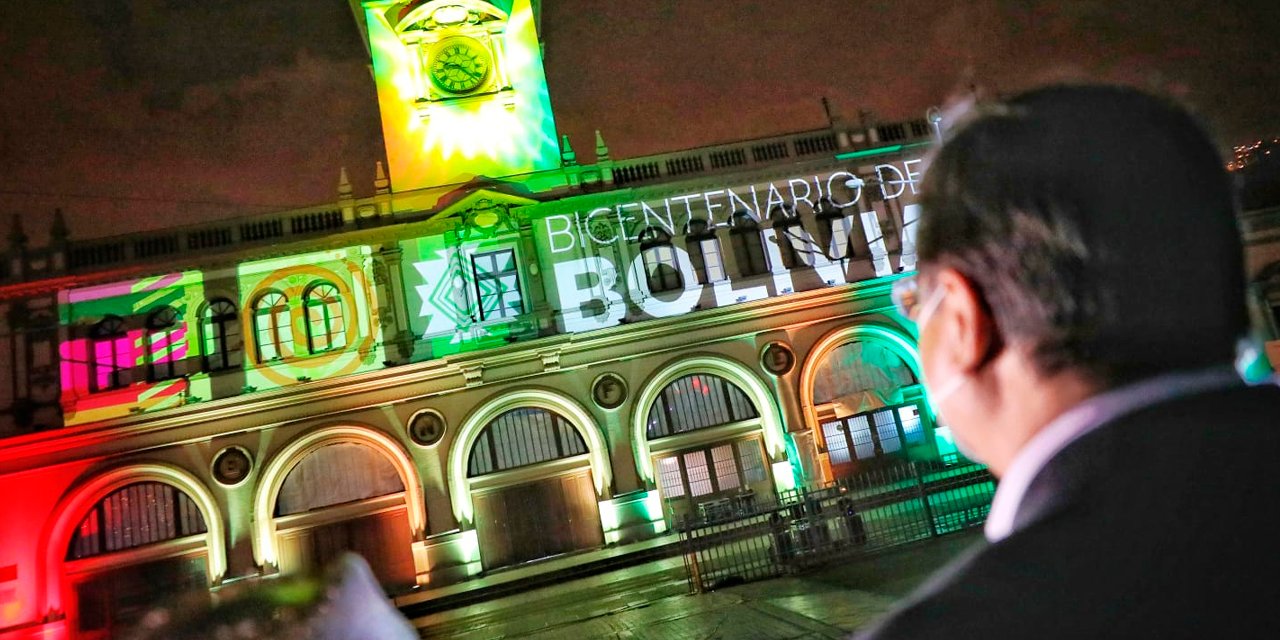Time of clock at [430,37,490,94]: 9:22
